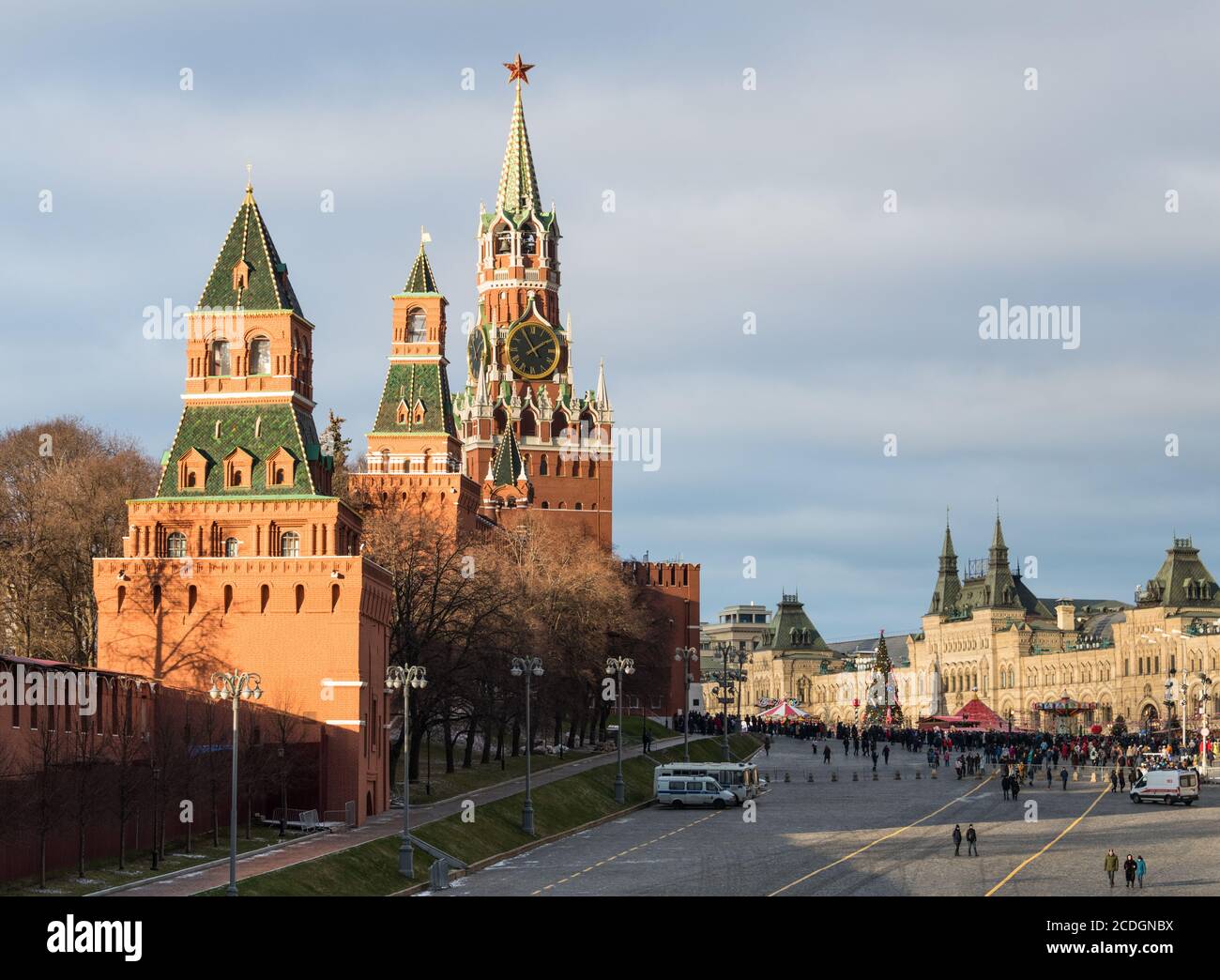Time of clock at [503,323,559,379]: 1:55
